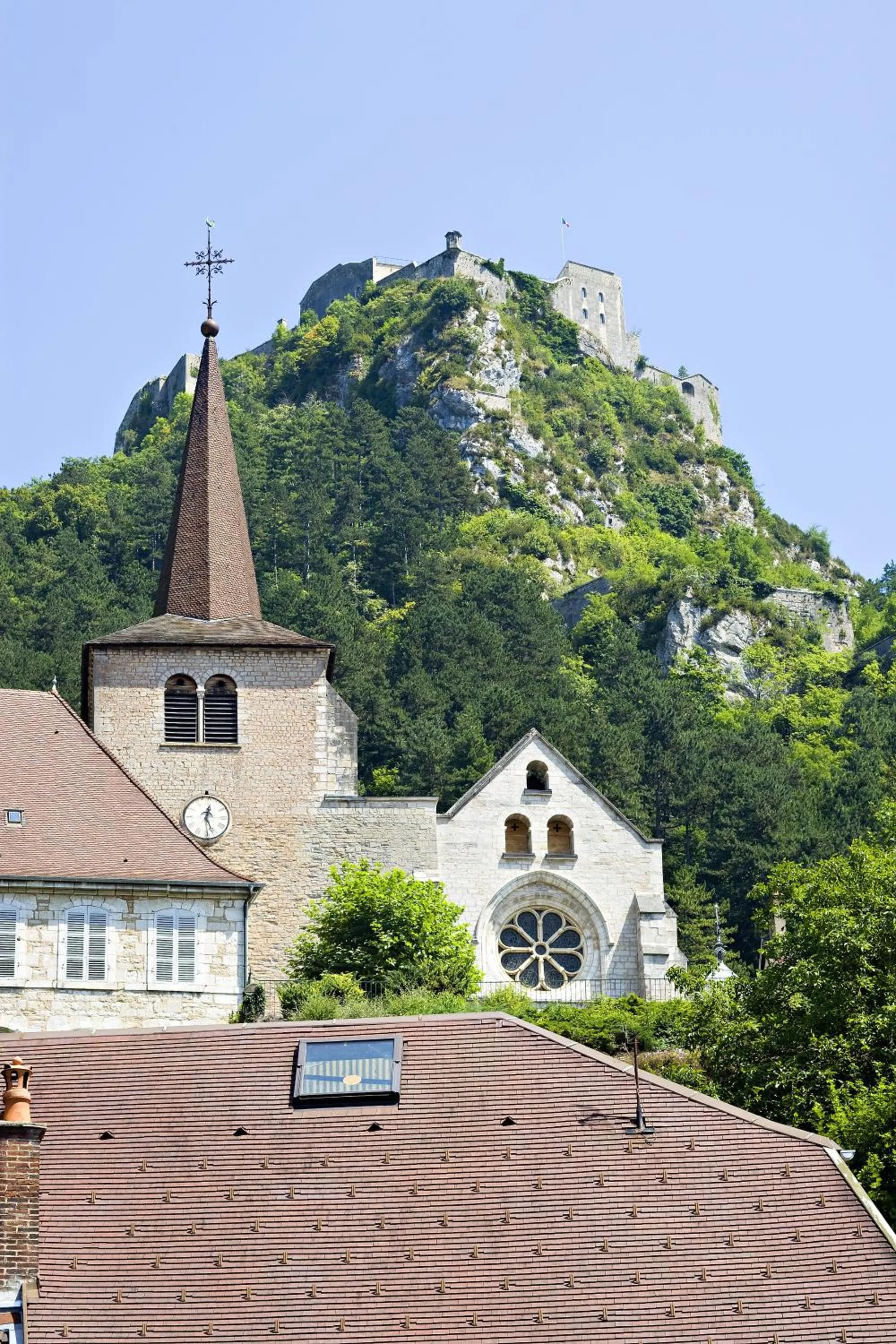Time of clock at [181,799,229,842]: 12:26
